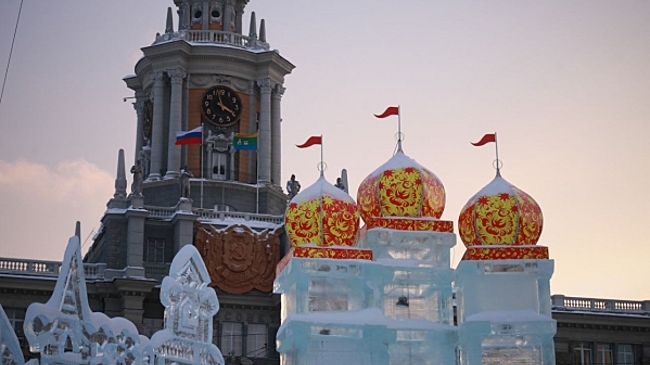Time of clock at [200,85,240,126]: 3:57
